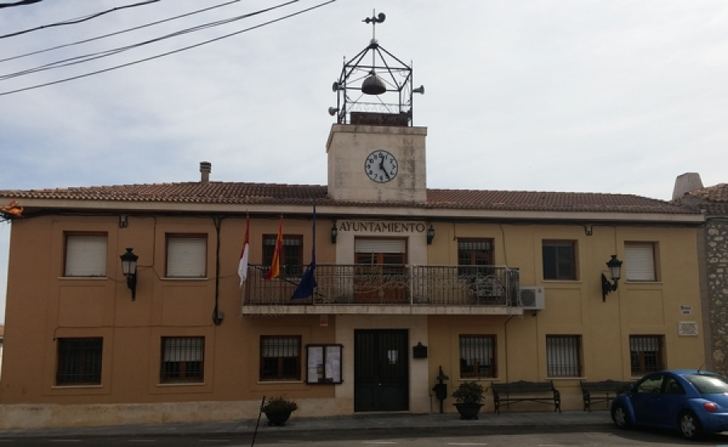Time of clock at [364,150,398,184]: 12:24
